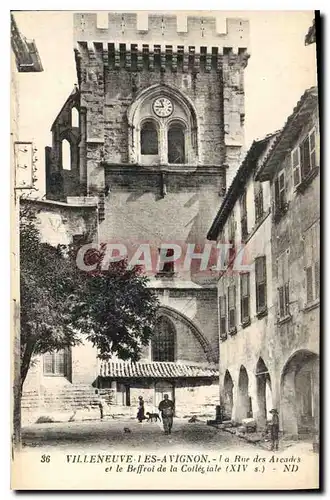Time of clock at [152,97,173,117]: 8:56
